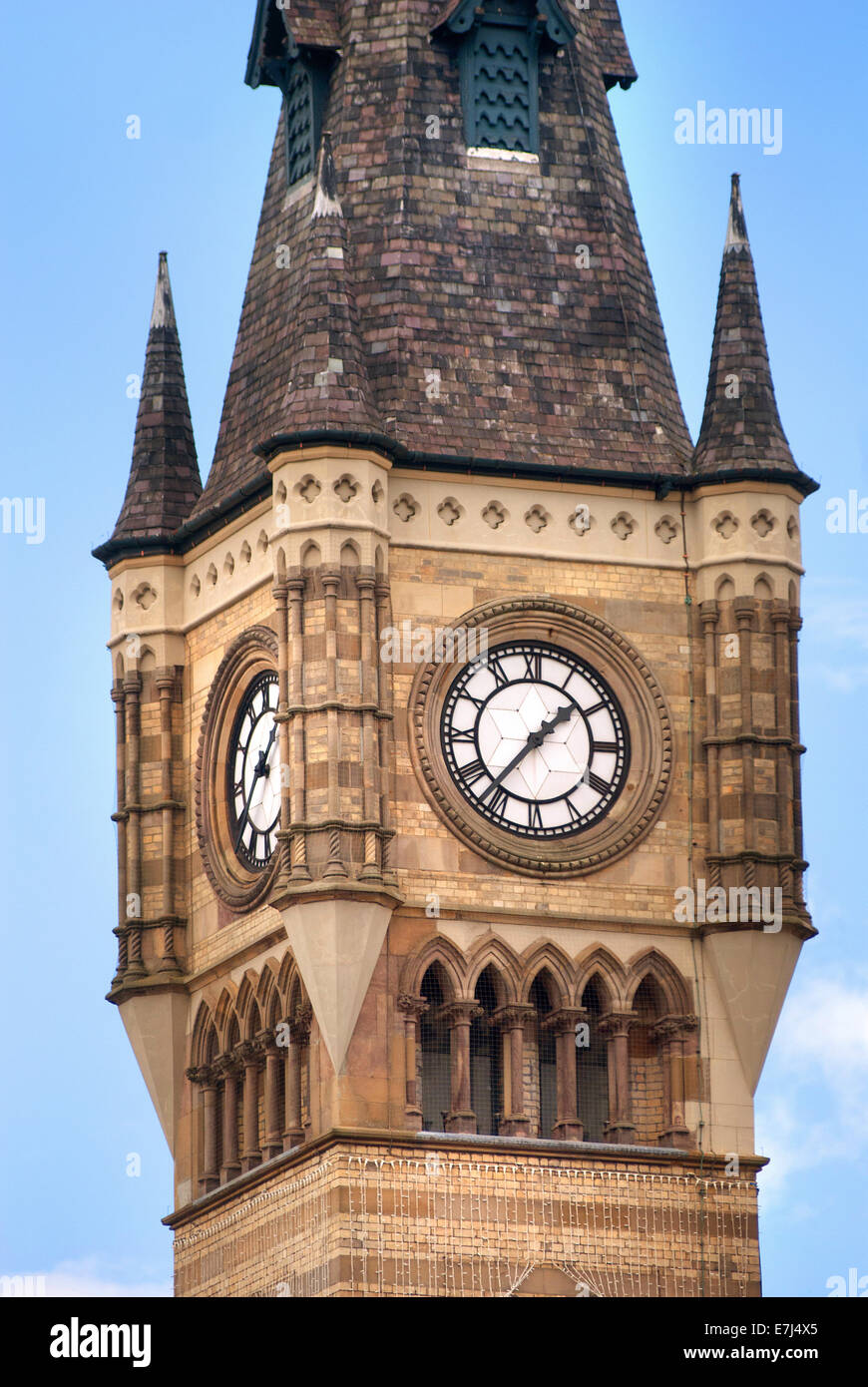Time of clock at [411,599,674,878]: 1:36
